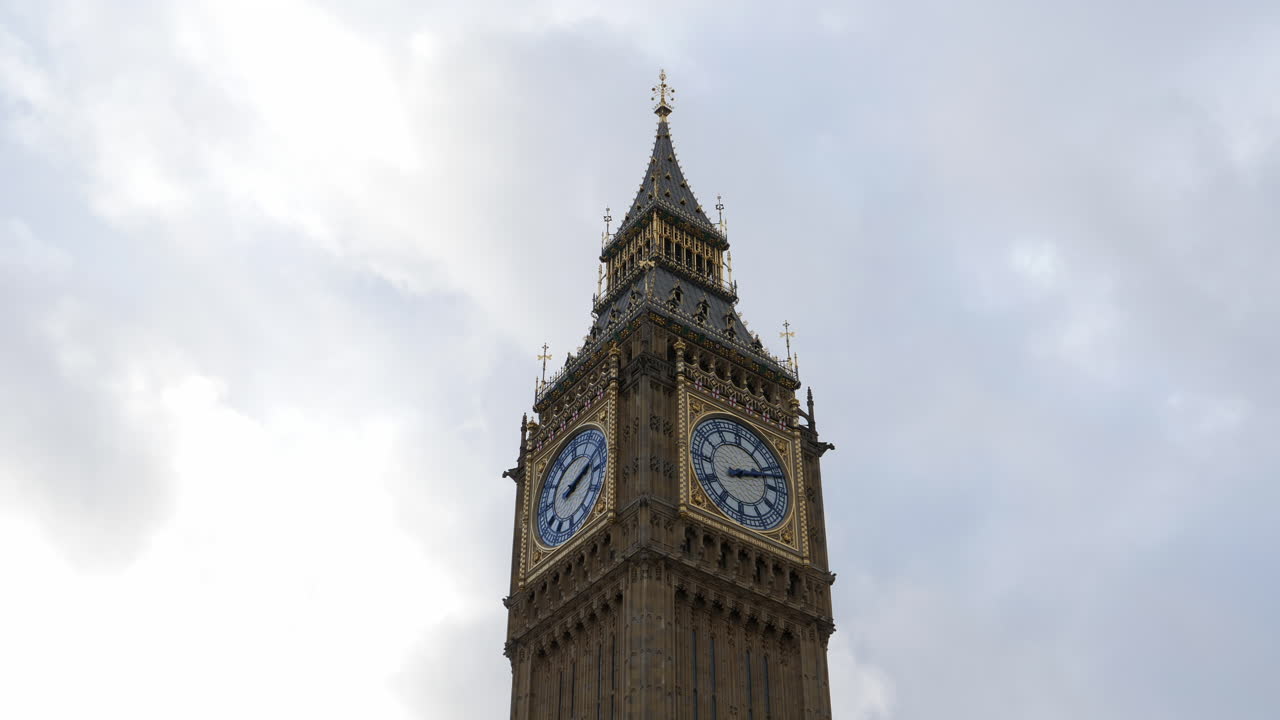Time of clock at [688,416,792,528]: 2:11
